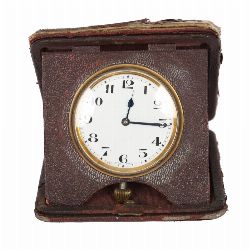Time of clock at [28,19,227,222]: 12:15
